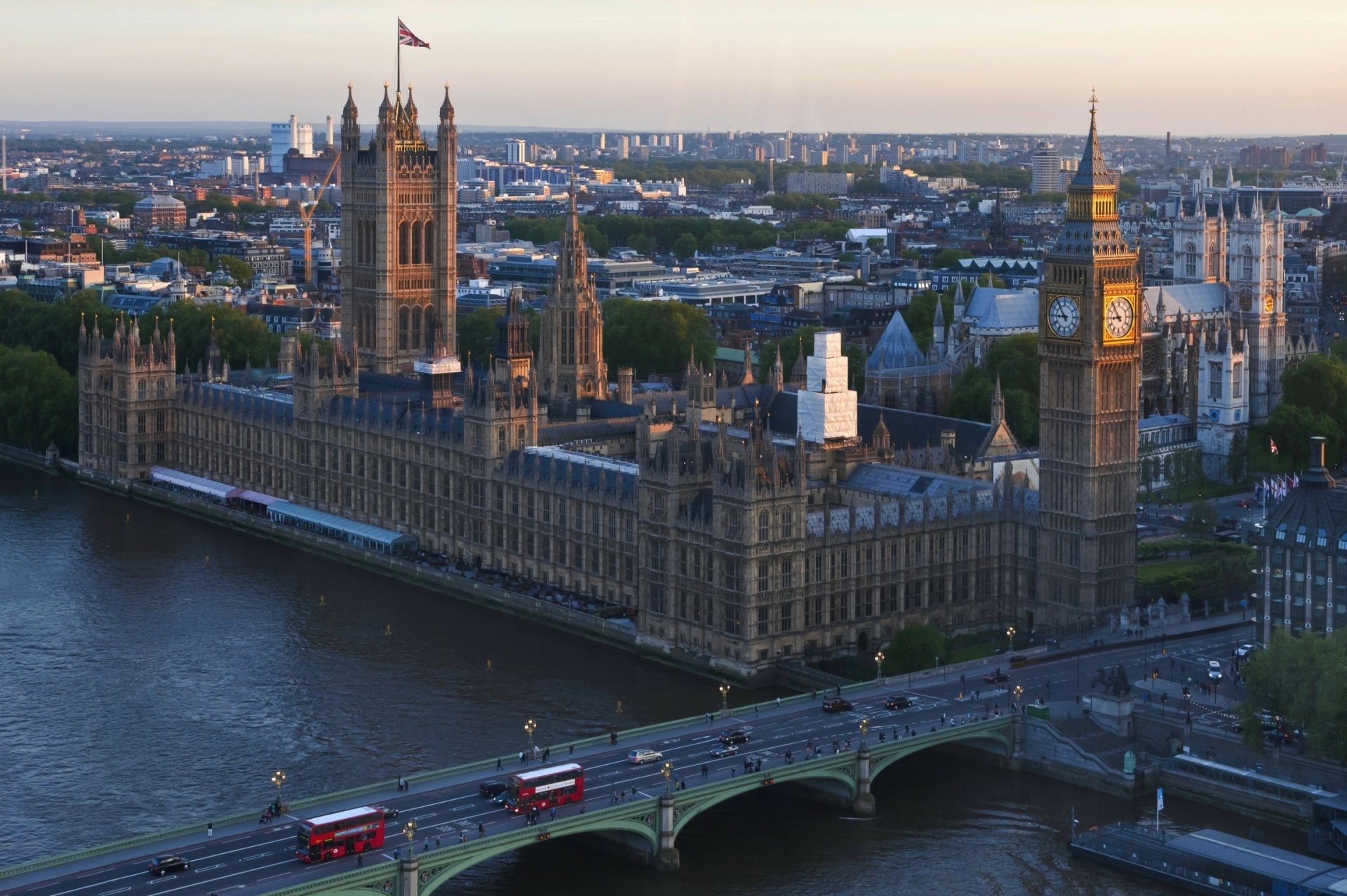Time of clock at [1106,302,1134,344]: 8:53
